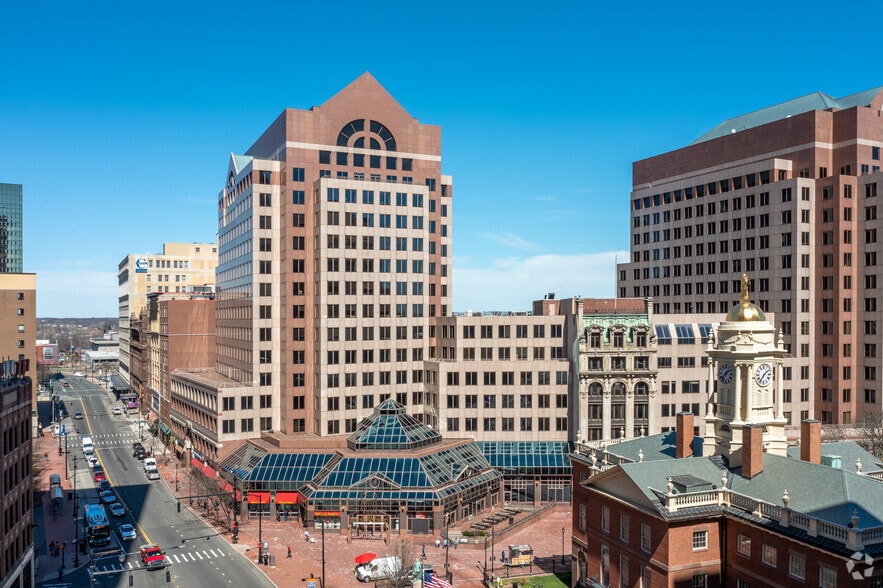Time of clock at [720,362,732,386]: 1:37
